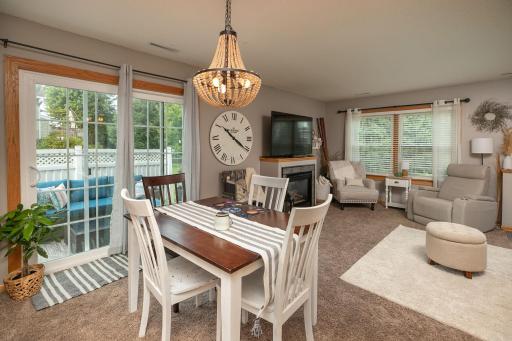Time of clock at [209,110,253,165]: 10:20
